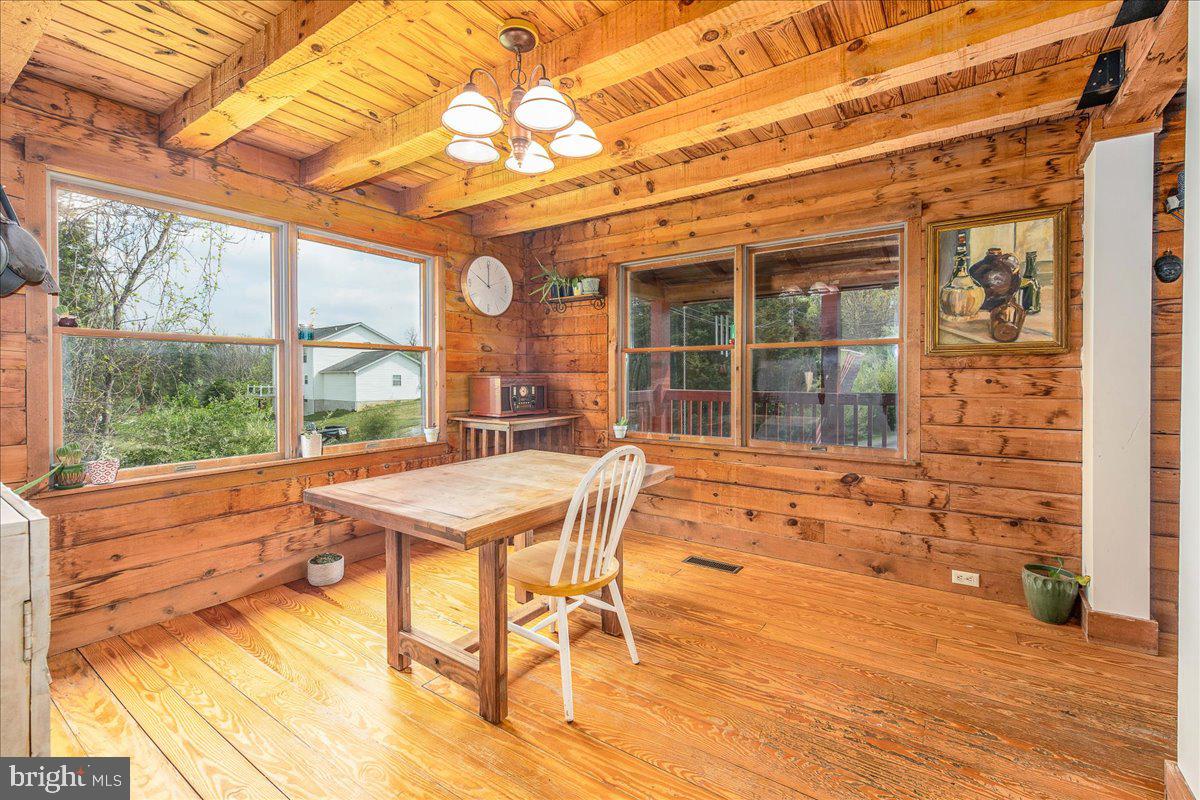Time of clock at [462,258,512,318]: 10:00
